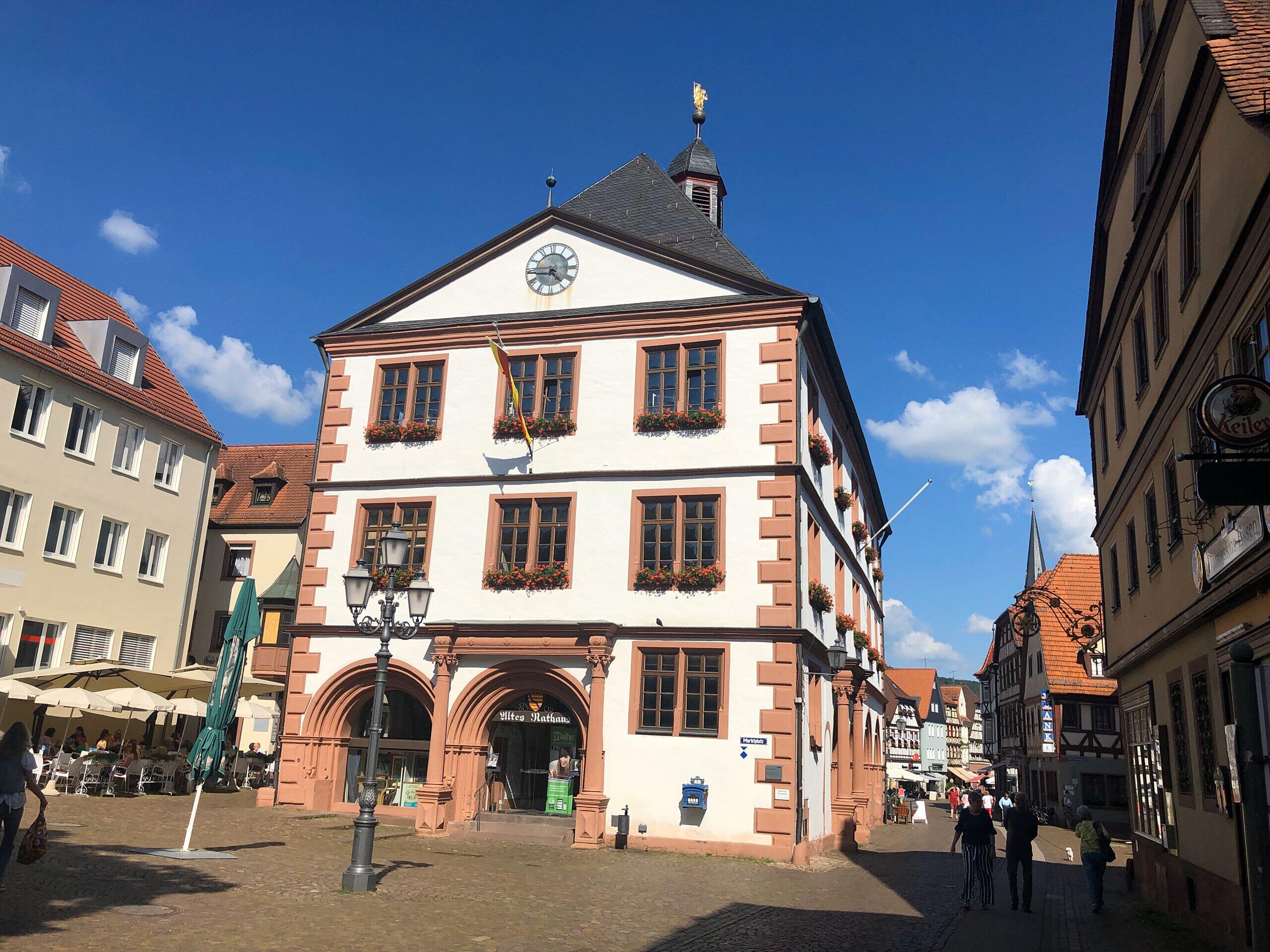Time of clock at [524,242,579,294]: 4:44
